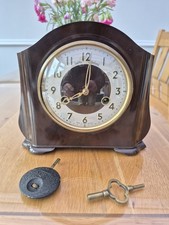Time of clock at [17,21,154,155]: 8:01
